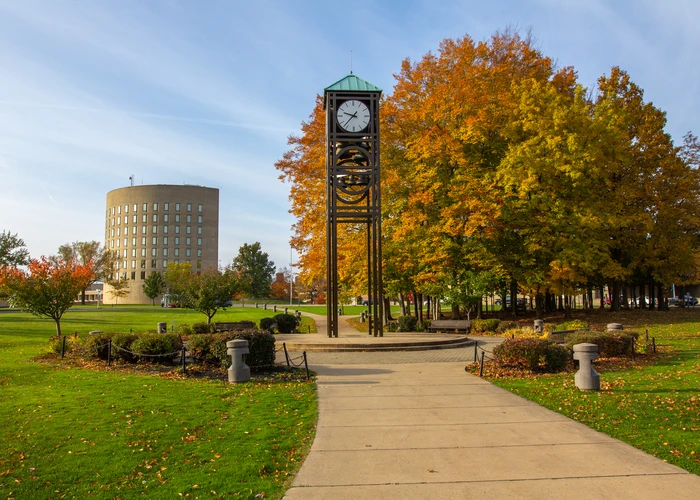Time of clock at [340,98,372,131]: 9:36
